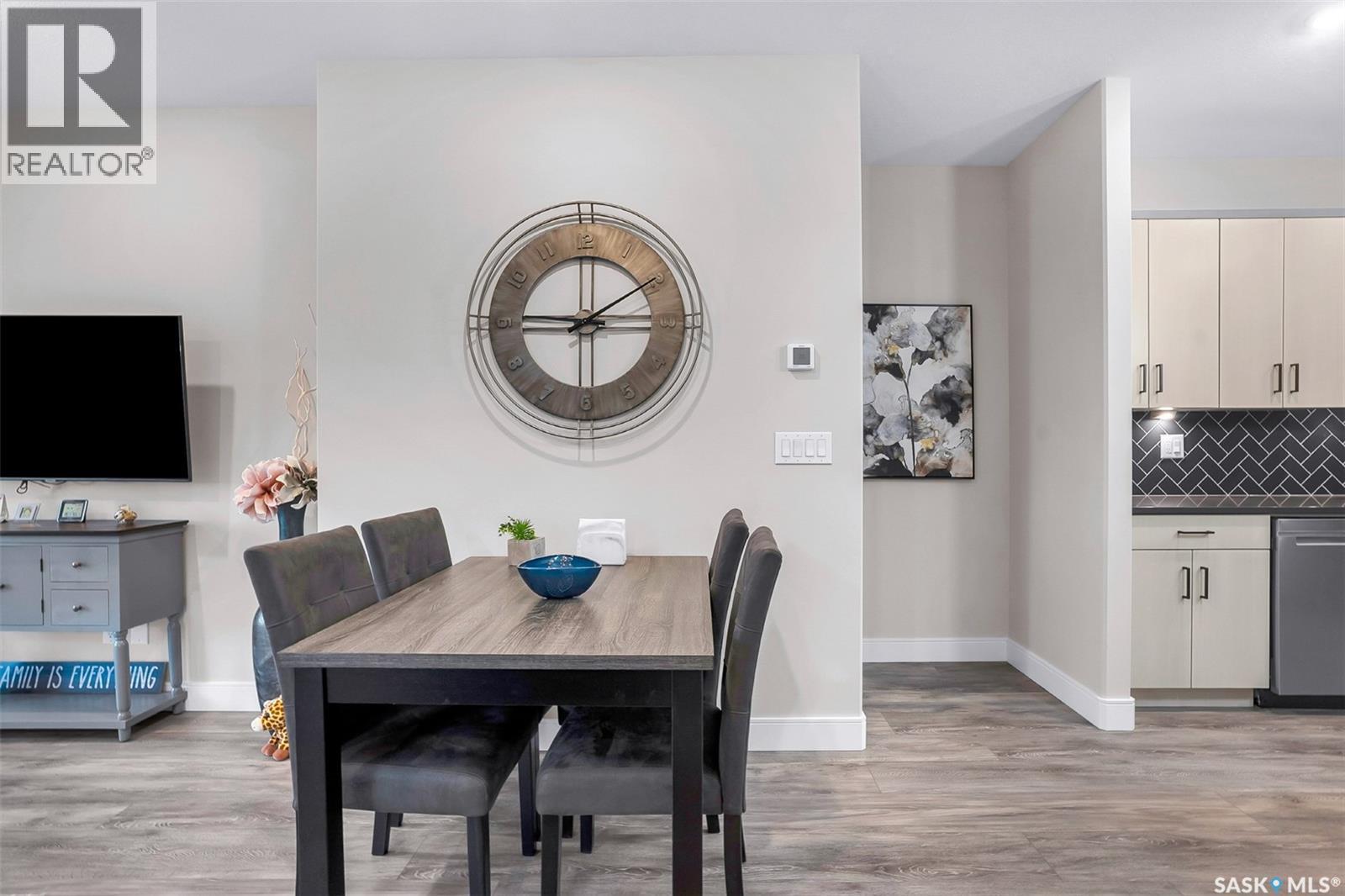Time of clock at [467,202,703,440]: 9:09
